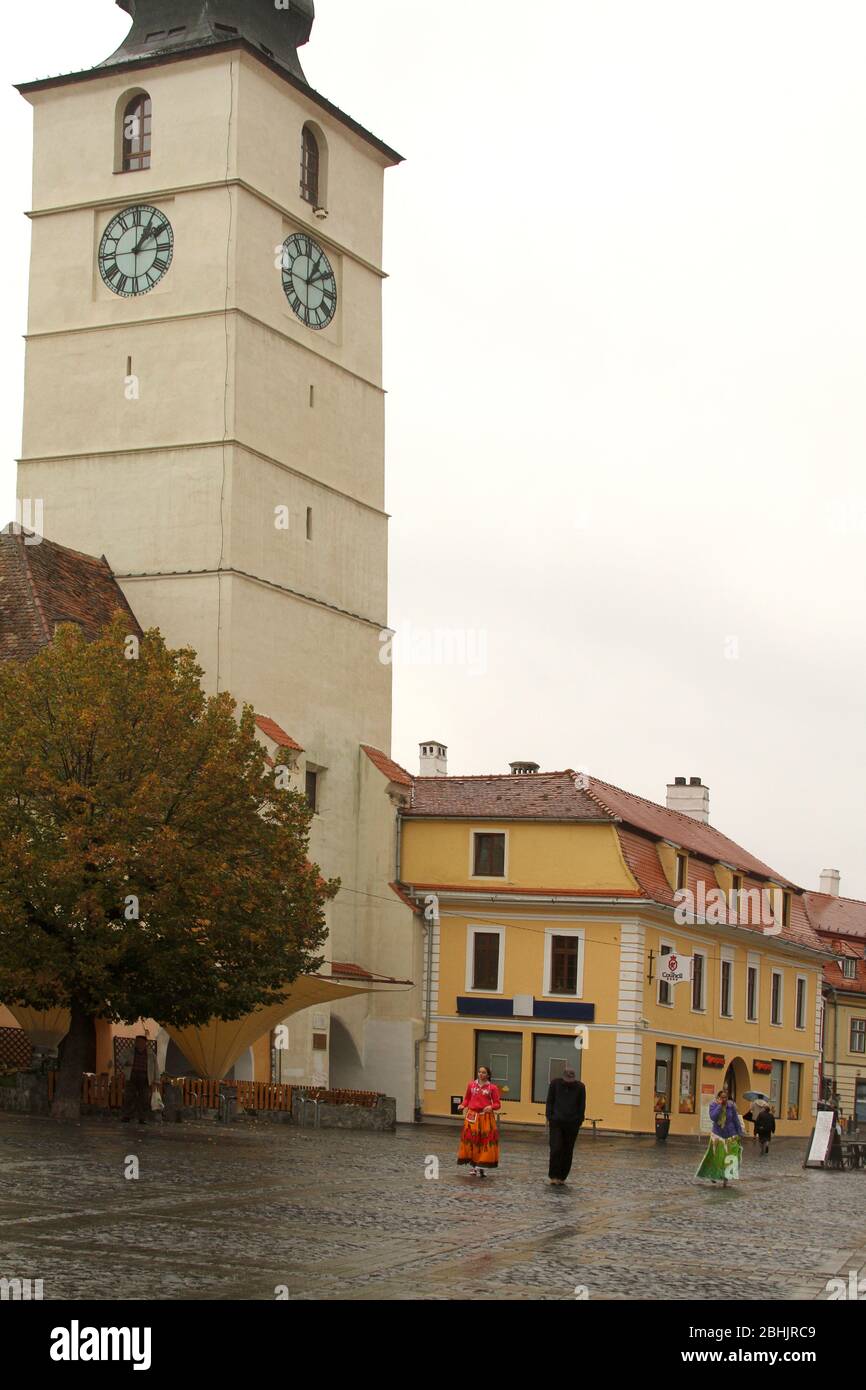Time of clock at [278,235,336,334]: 1:09
